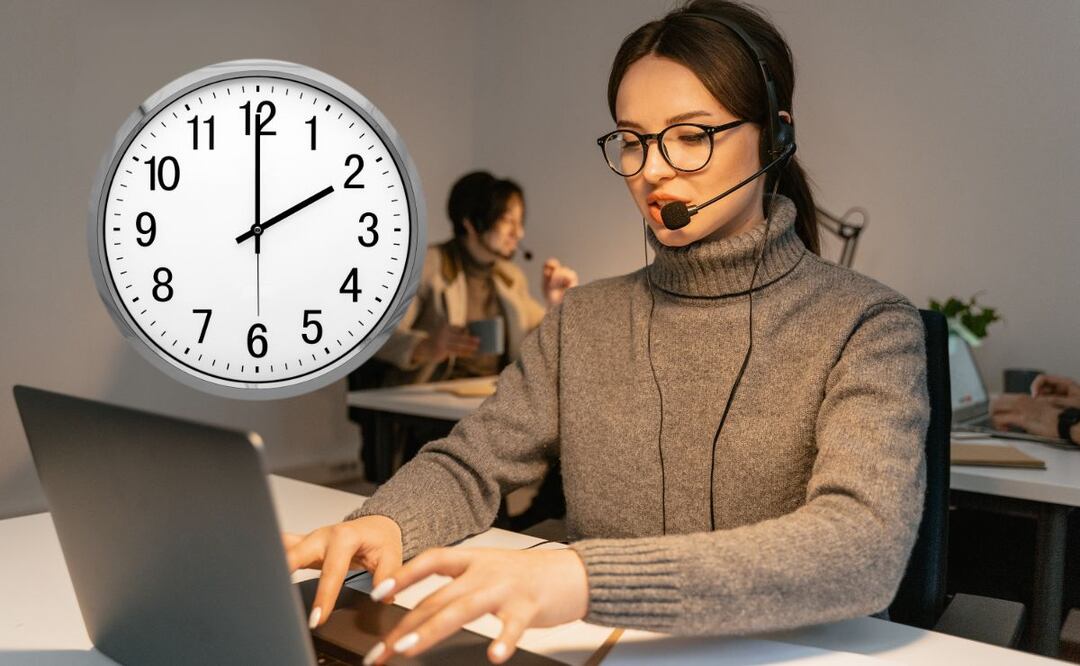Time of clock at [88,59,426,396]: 2:00
